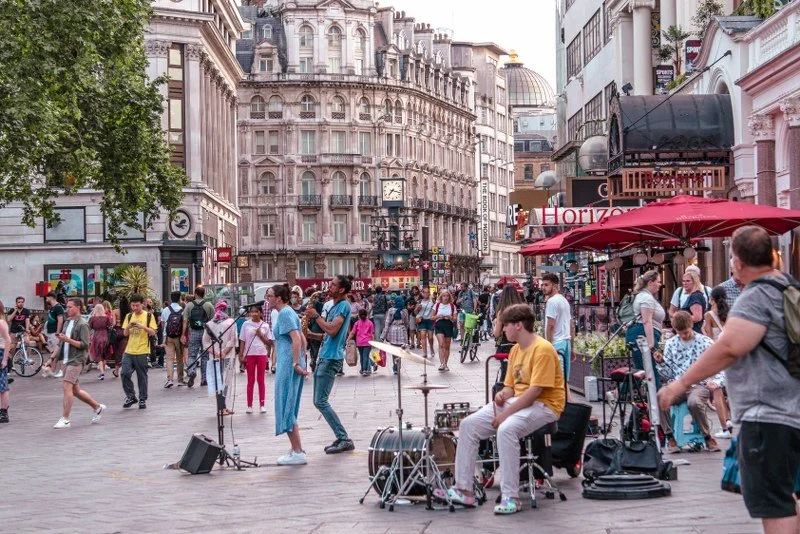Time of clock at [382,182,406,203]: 7:17
